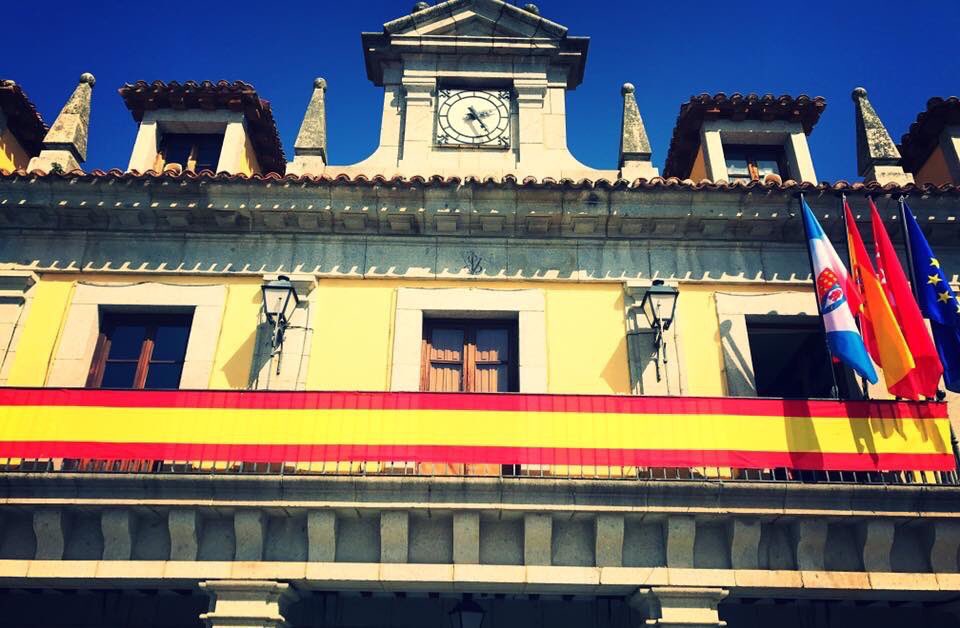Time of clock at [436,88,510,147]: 2:24
